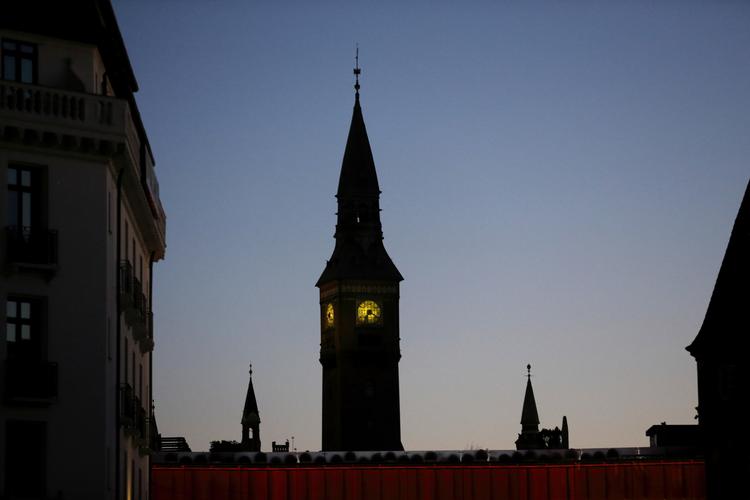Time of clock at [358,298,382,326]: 7:20
